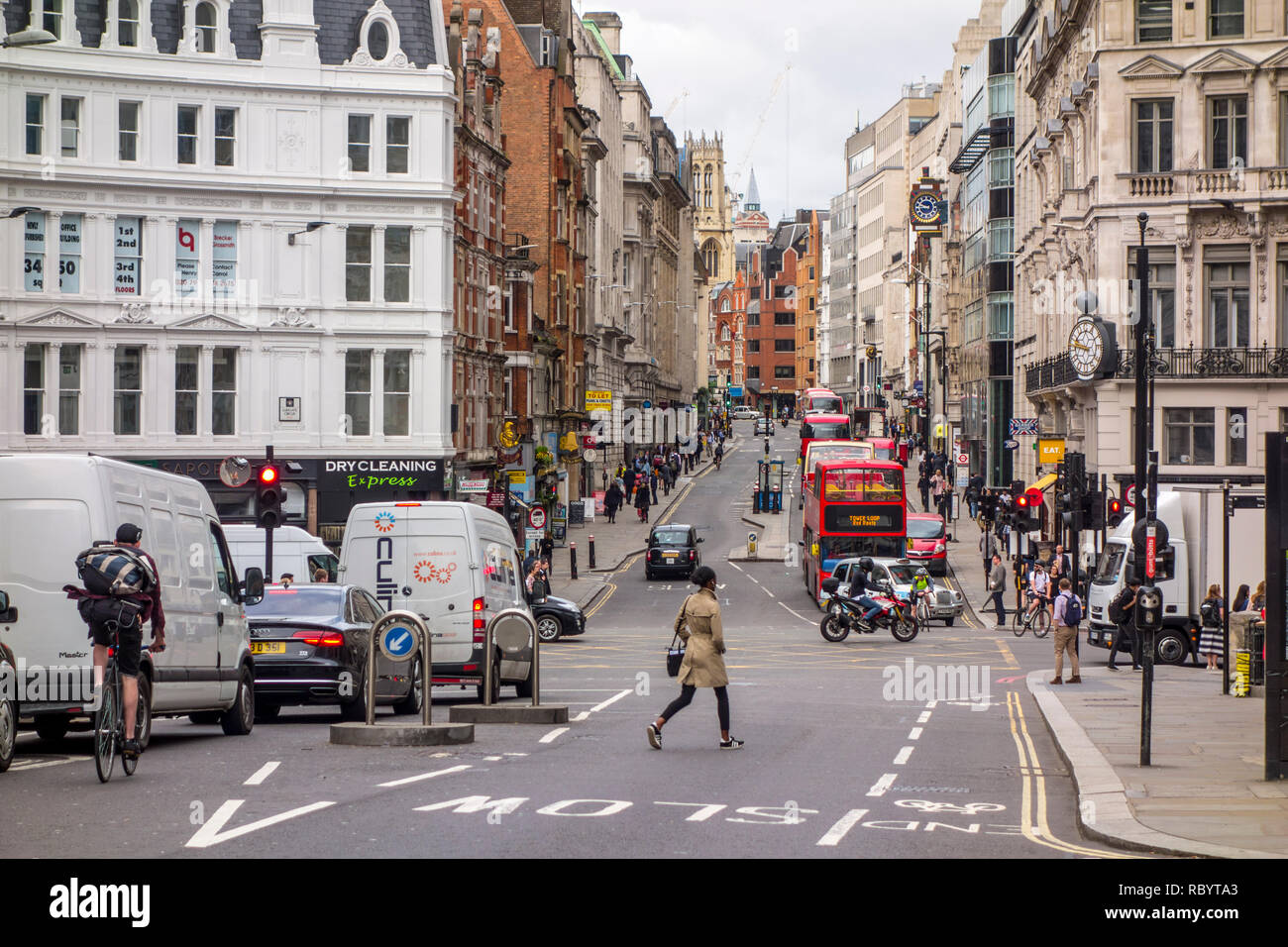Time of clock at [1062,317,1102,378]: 9:47
